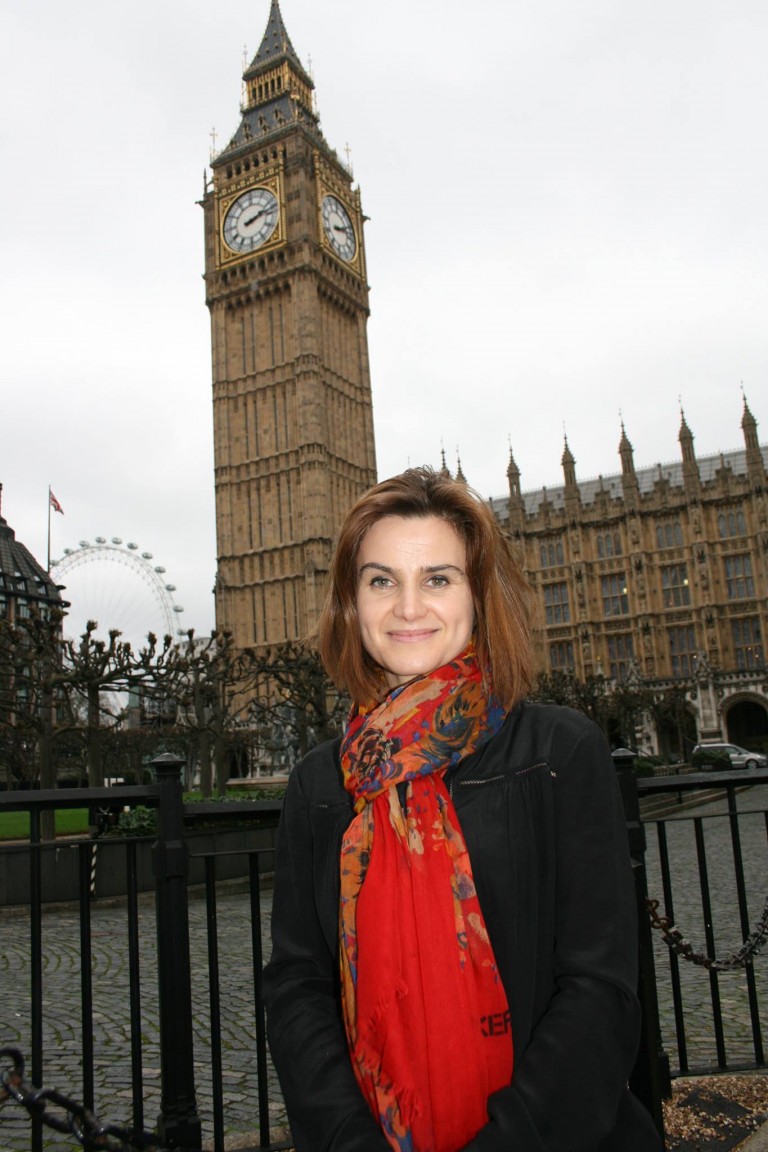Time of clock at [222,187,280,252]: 2:13
